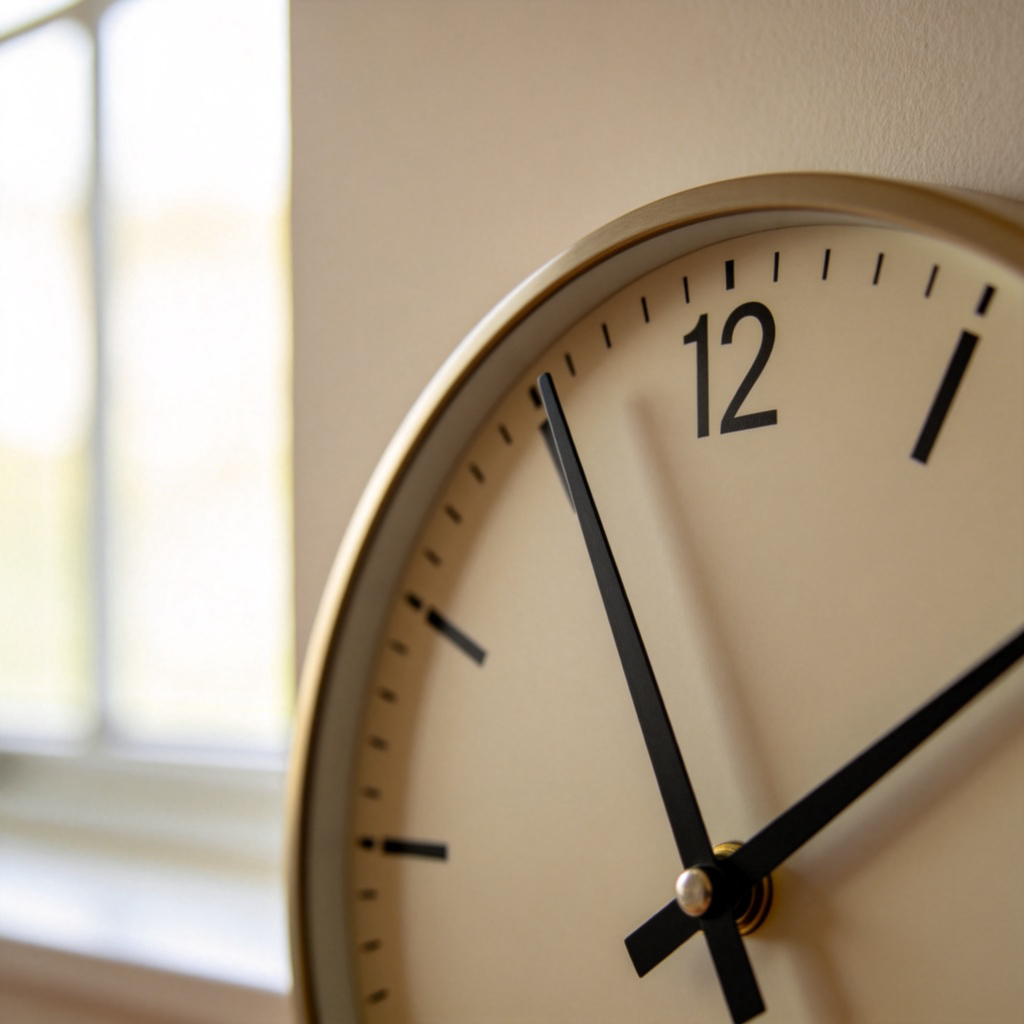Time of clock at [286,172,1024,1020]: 1:55
